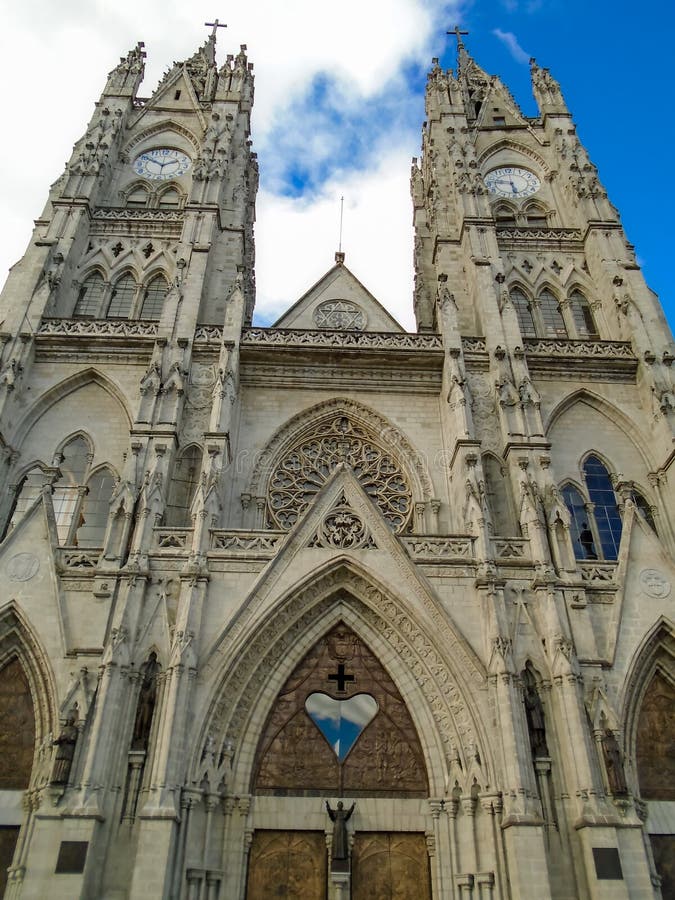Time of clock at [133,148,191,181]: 1:50
